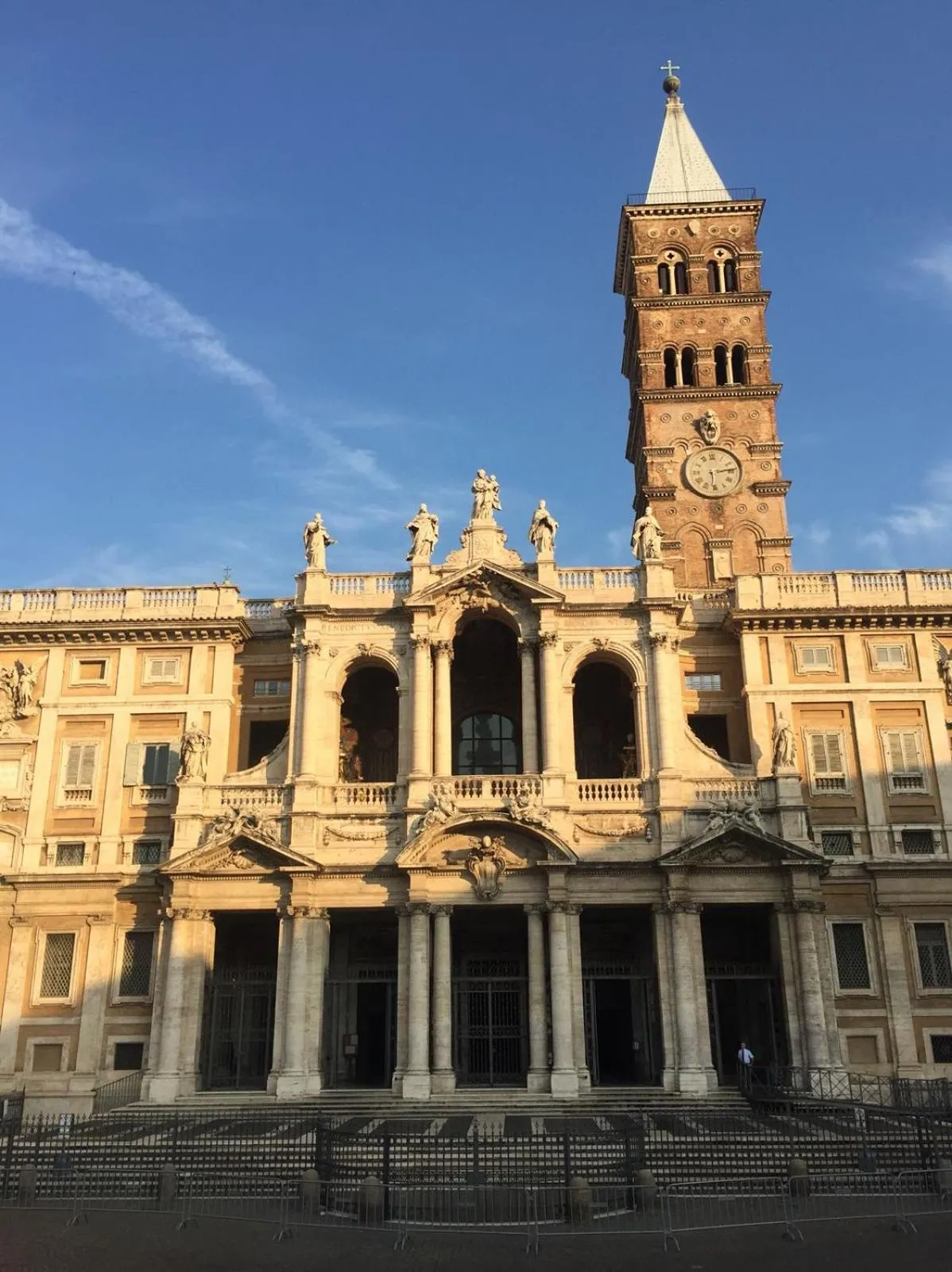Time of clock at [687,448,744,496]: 6:13
